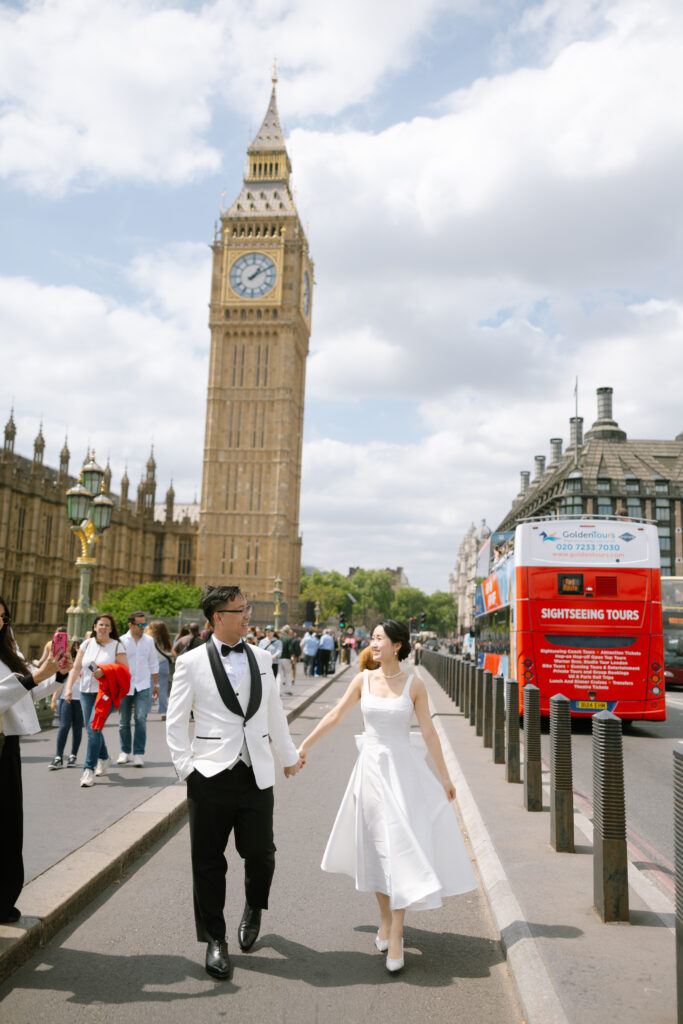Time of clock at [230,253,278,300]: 1:09
